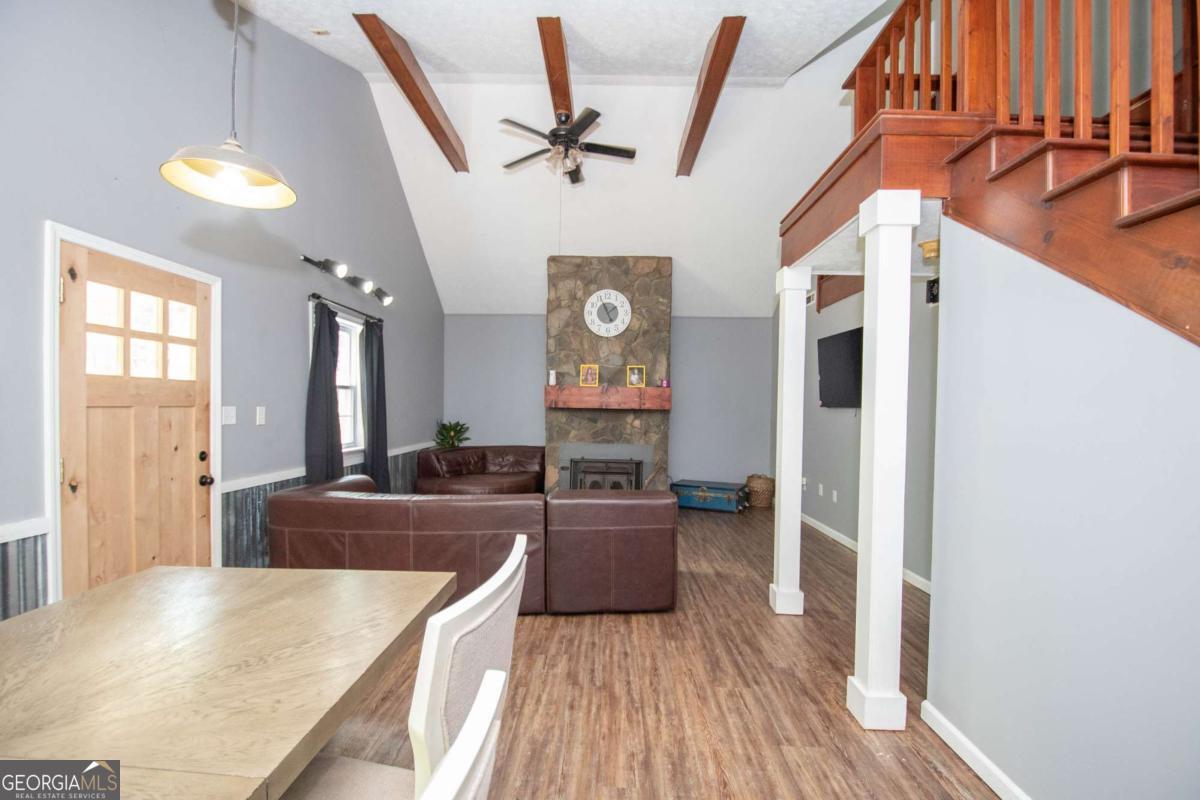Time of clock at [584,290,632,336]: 1:56
